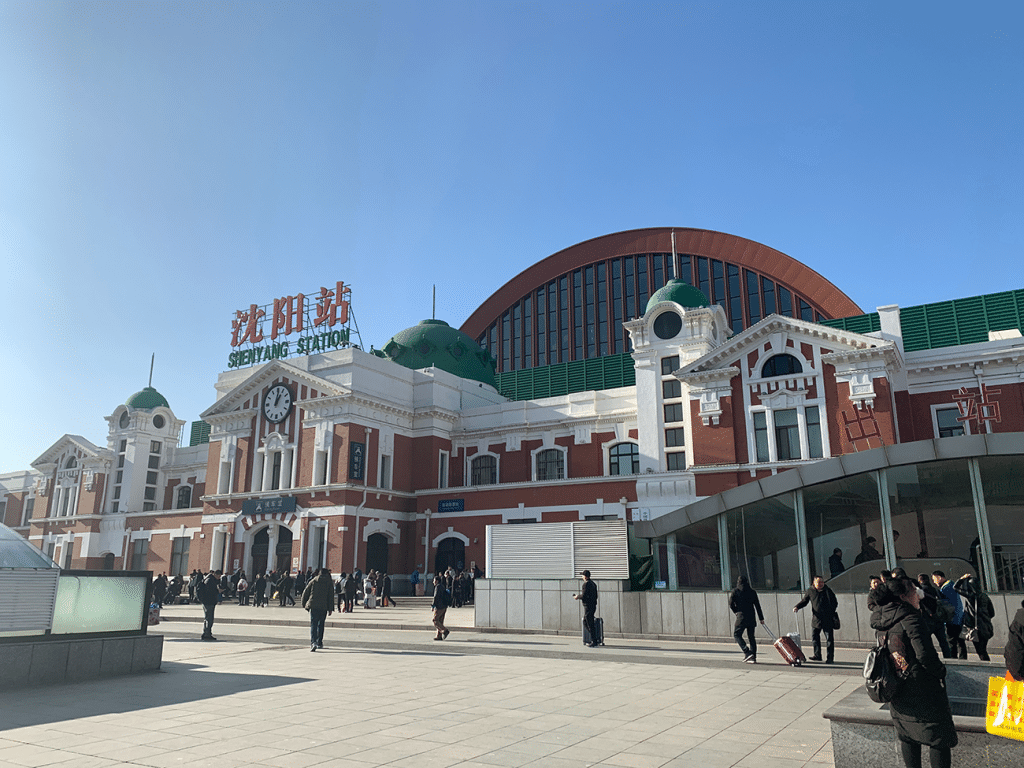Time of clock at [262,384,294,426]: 1:01
